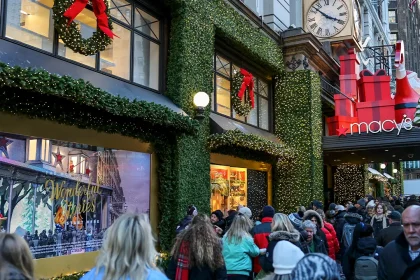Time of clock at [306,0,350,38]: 3:52
